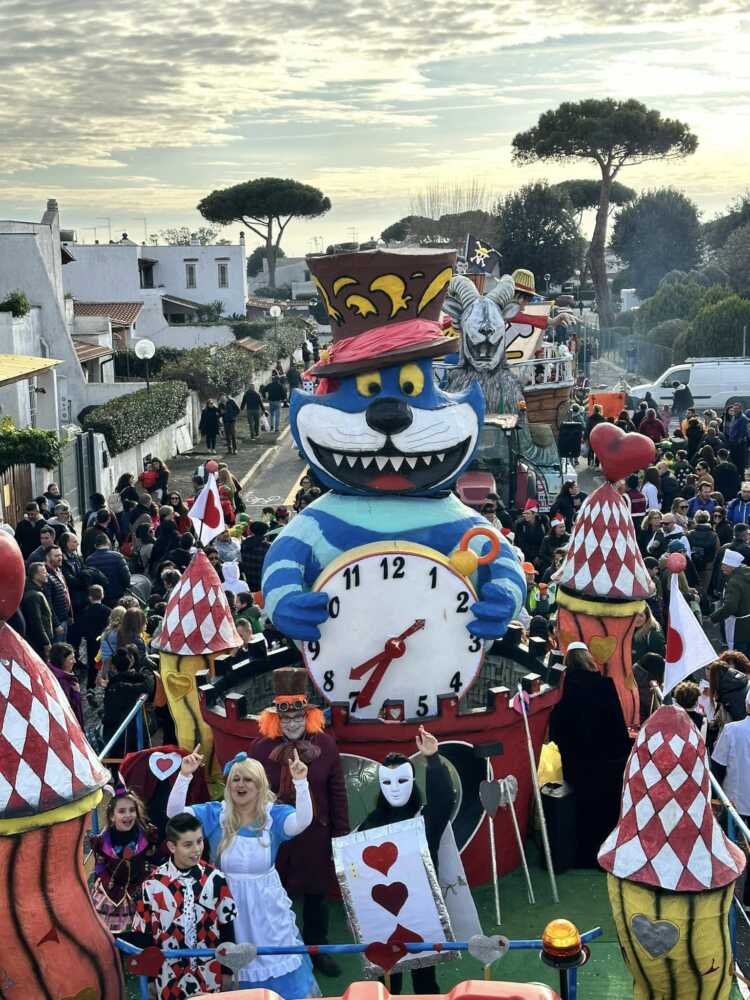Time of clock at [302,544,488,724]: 7:34
